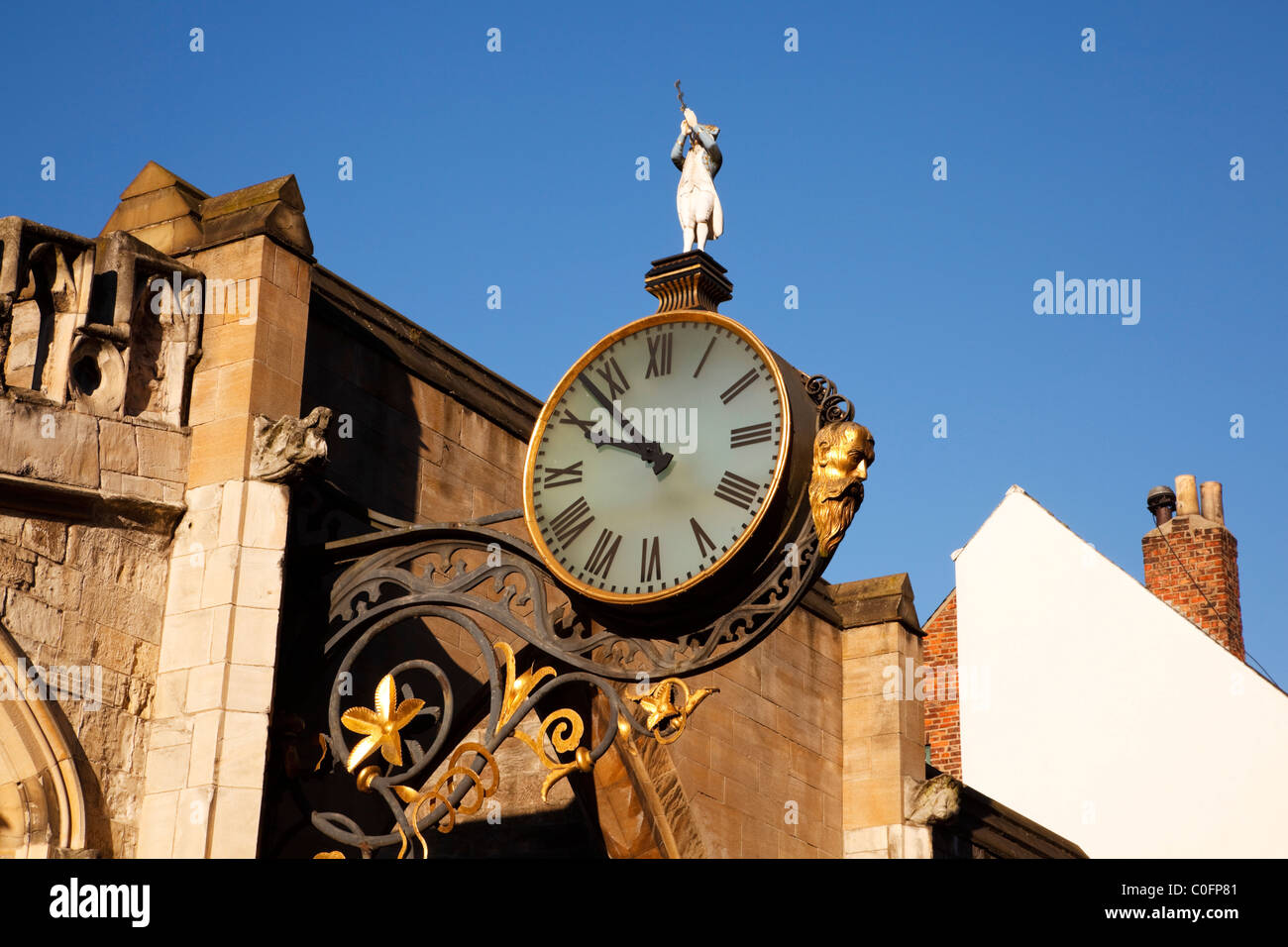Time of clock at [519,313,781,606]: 9:53
